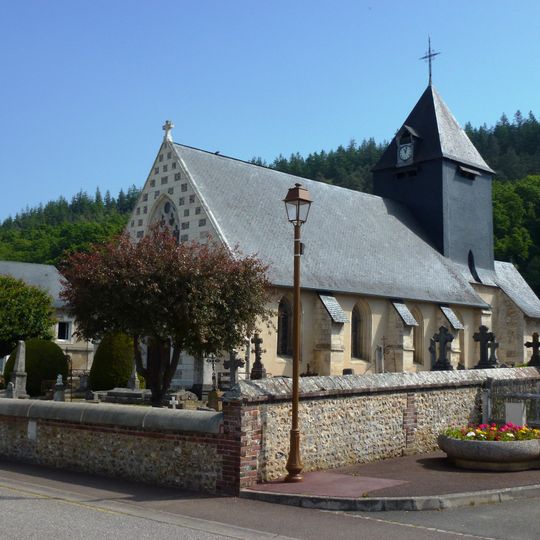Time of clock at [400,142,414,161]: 11:02
